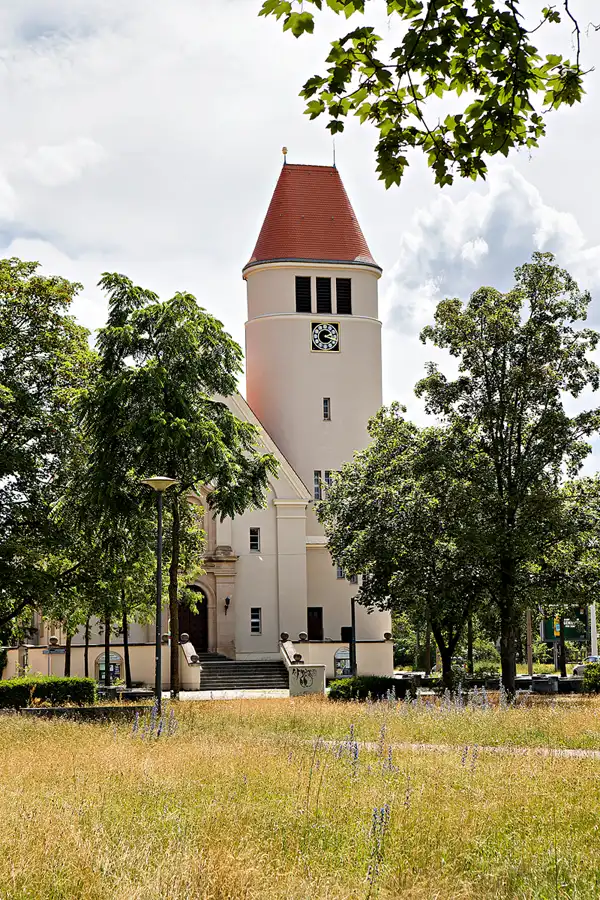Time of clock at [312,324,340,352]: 2:18
